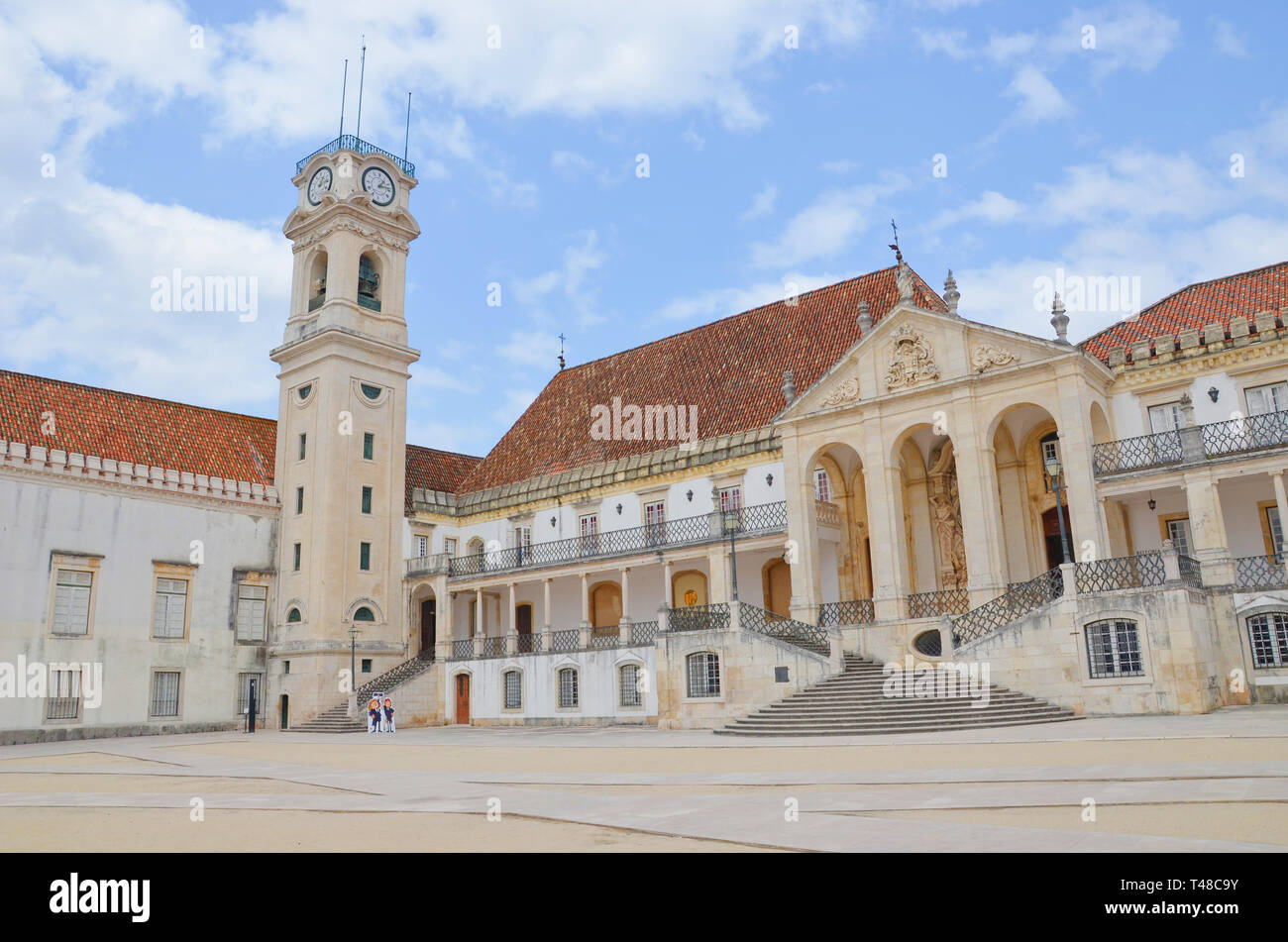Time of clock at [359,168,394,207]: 1:13
